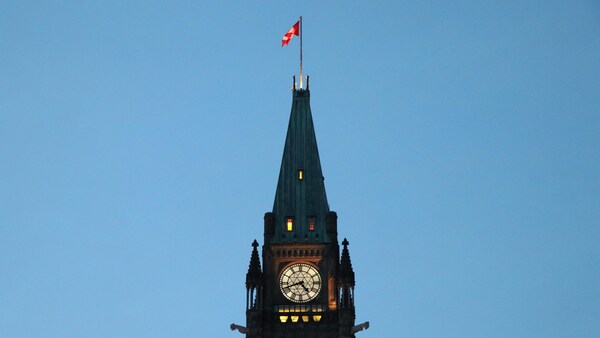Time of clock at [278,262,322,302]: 4:41
